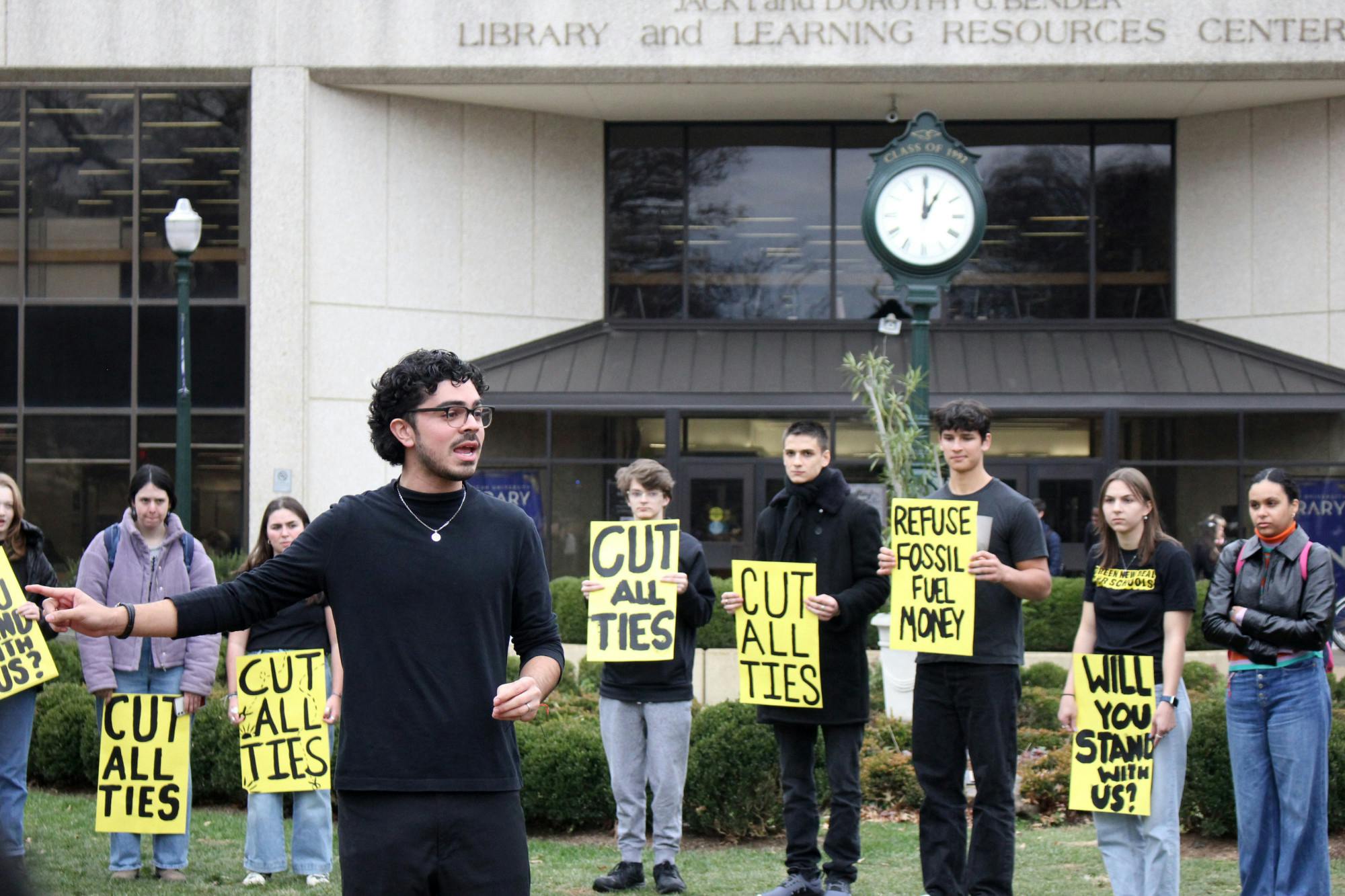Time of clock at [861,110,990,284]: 1:00
